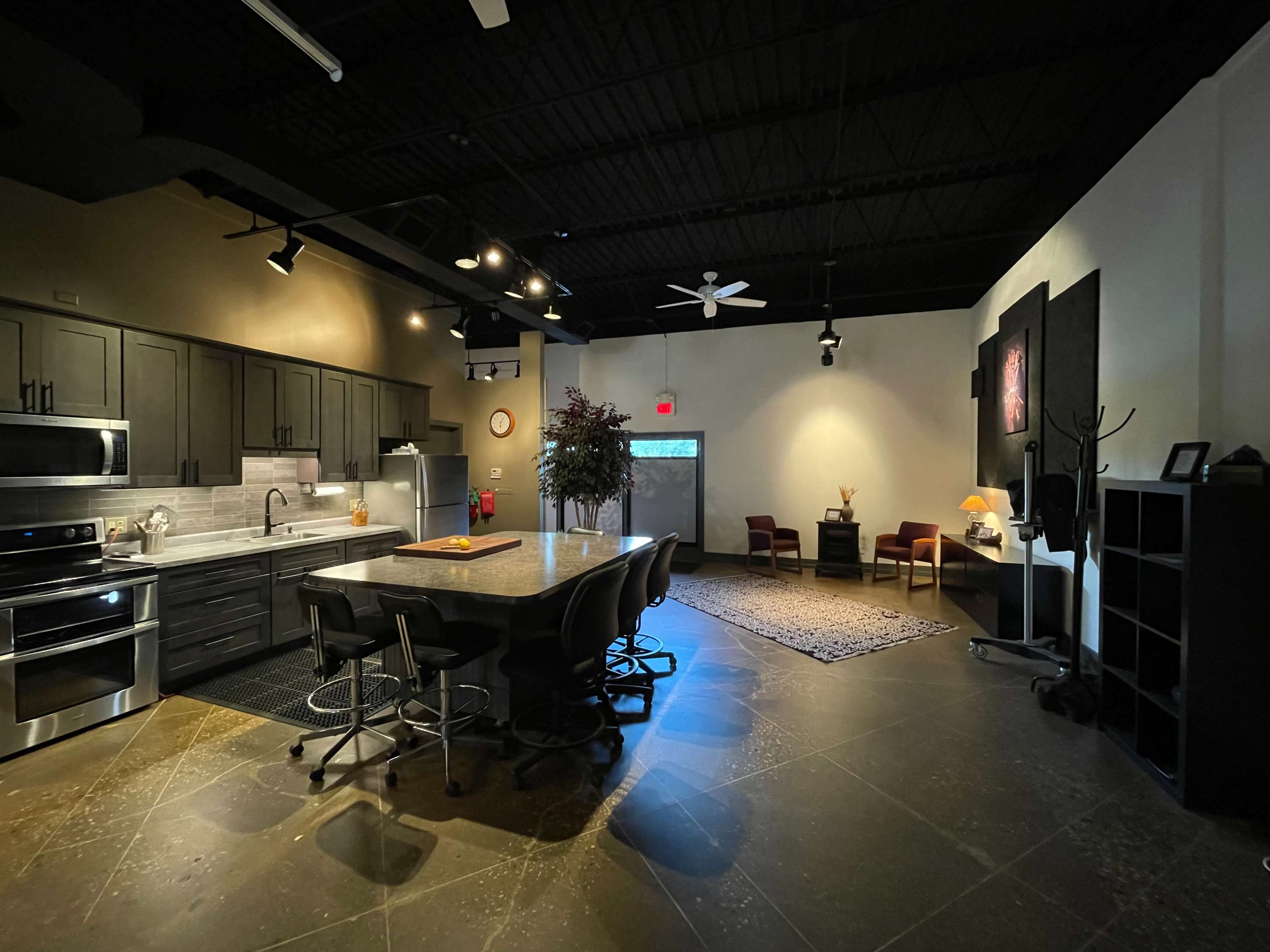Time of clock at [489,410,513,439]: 6:06
